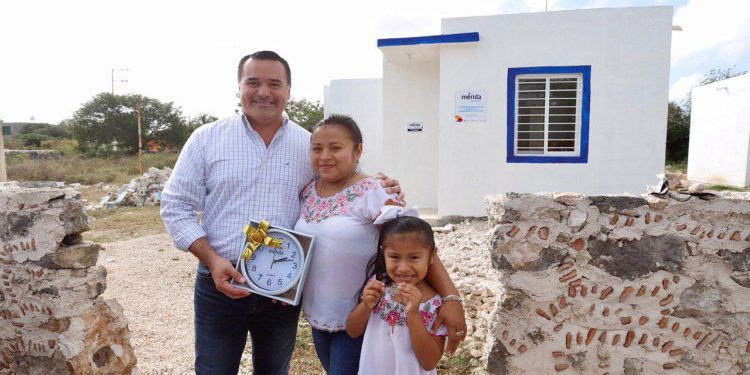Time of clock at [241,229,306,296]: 2:12
